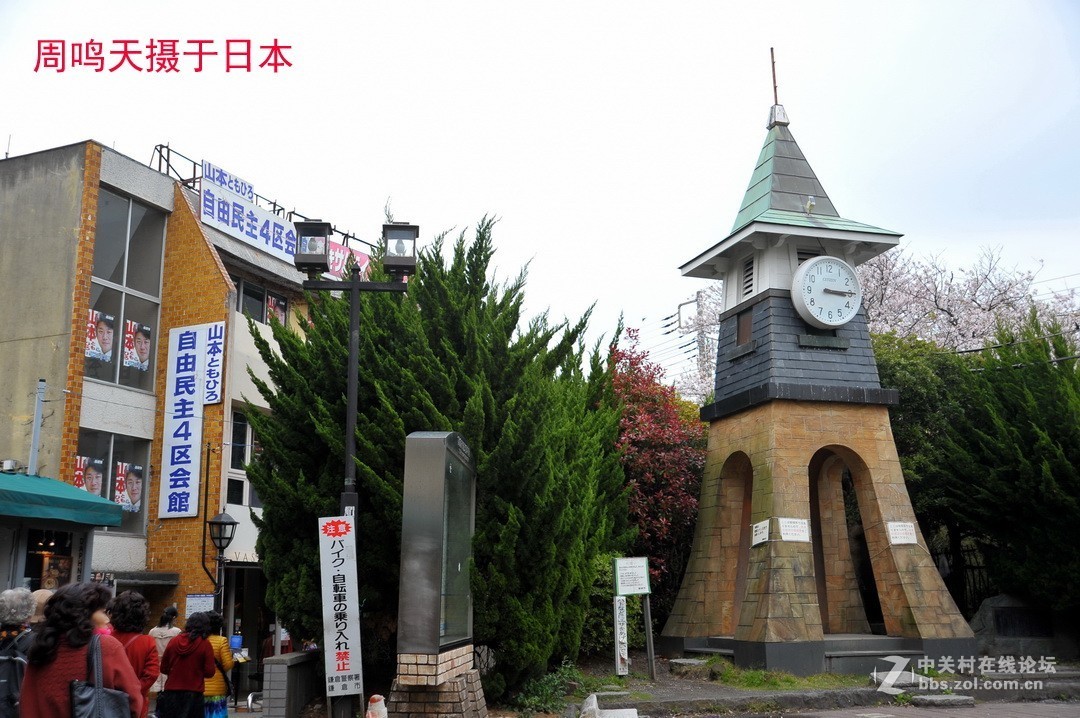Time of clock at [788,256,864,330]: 3:15
